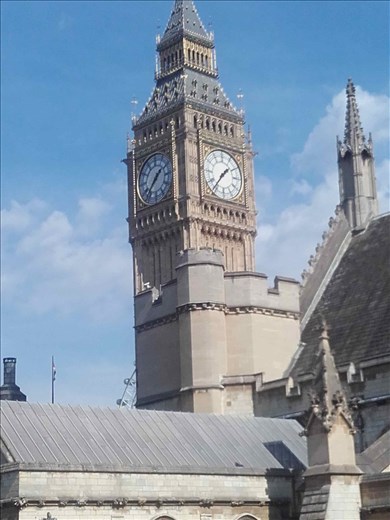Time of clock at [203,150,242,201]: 1:36
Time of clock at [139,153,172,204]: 1:37
